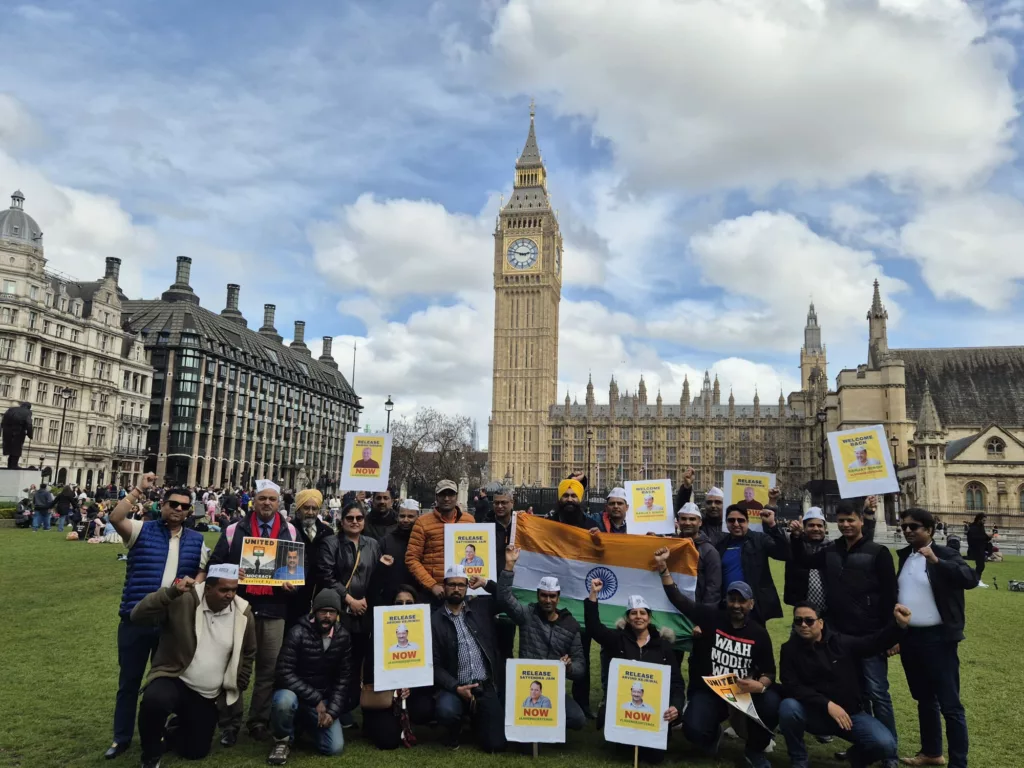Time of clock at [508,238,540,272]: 2:47
